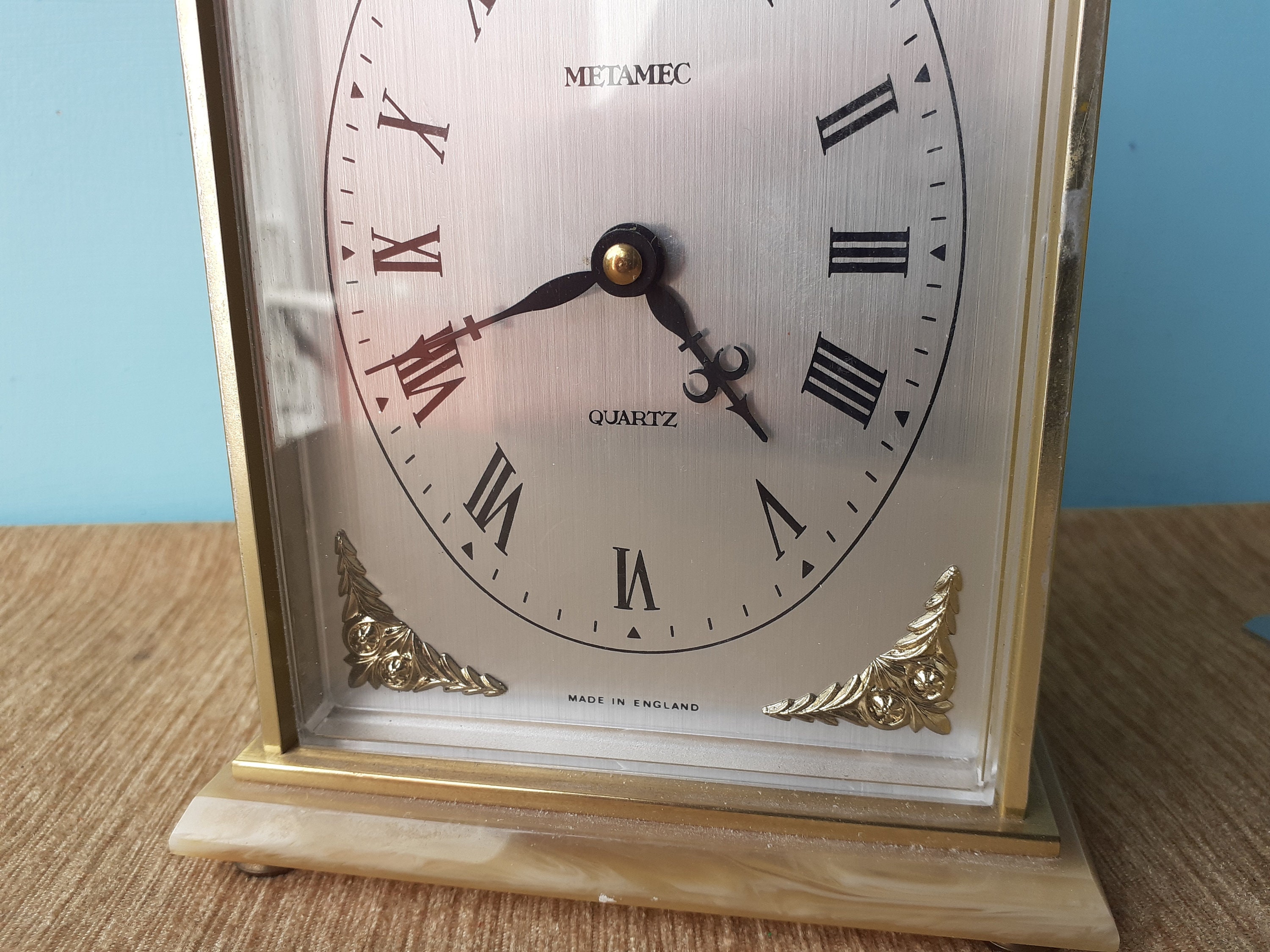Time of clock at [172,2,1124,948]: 4:41
